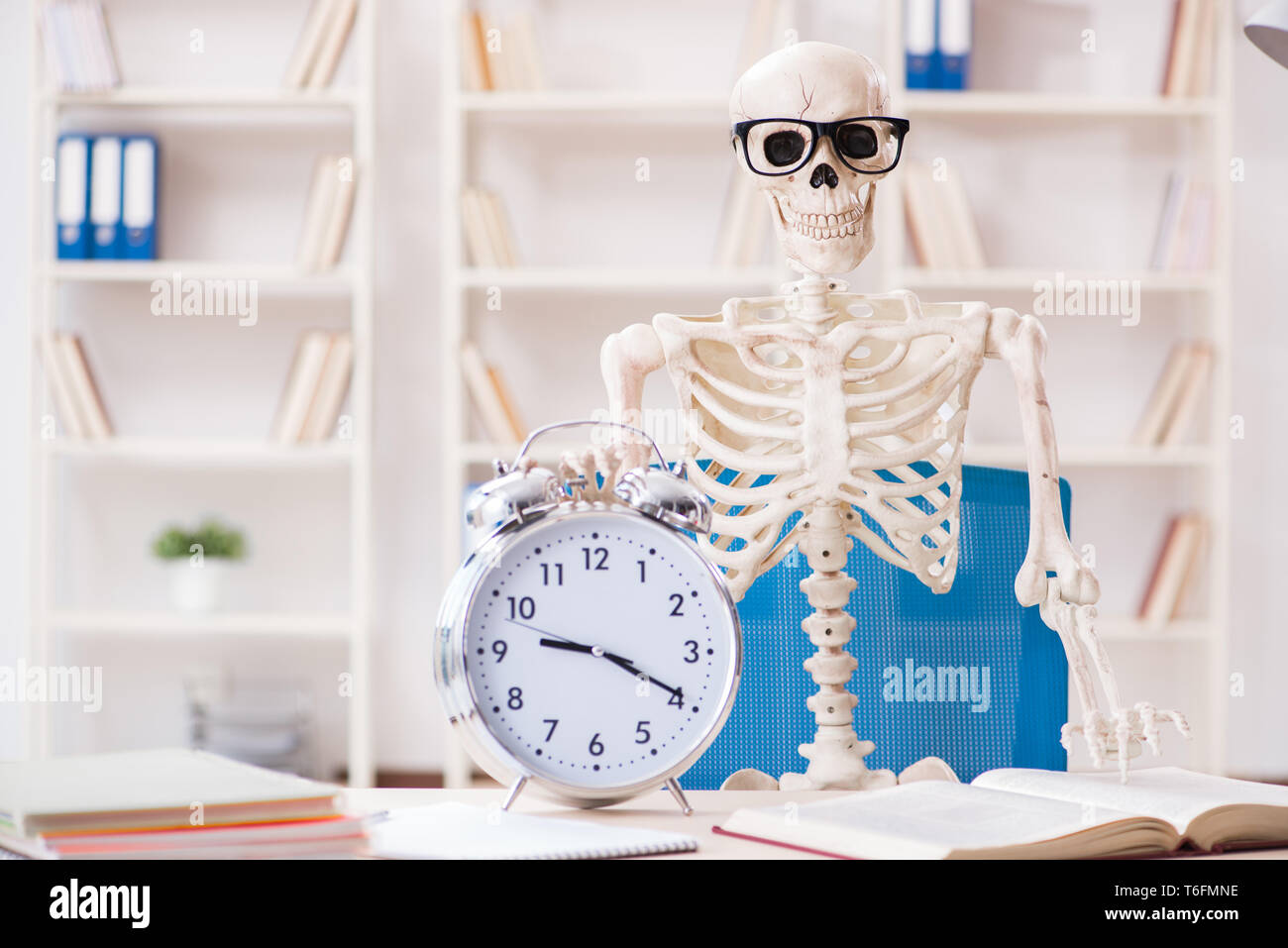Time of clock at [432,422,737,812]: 9:19
